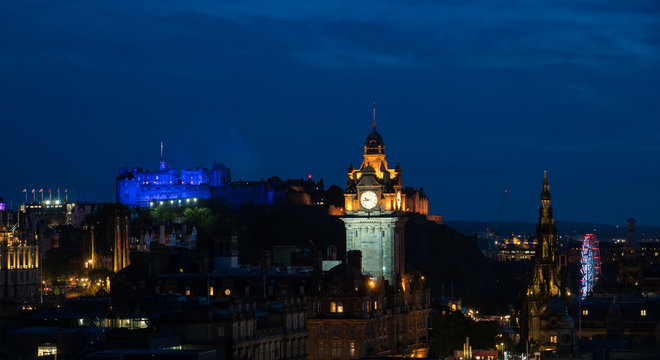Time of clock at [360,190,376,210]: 9:43
